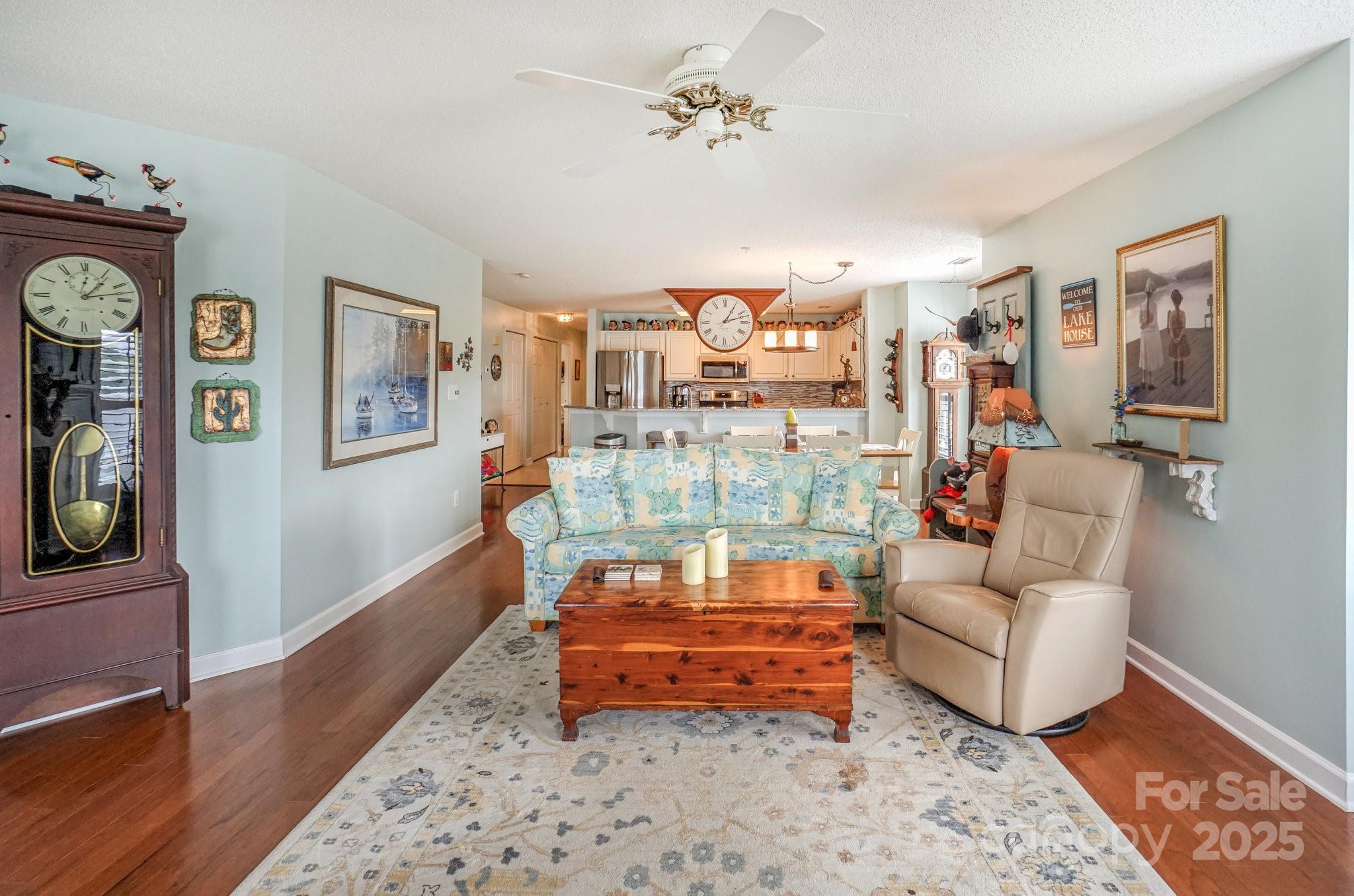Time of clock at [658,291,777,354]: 1:12
